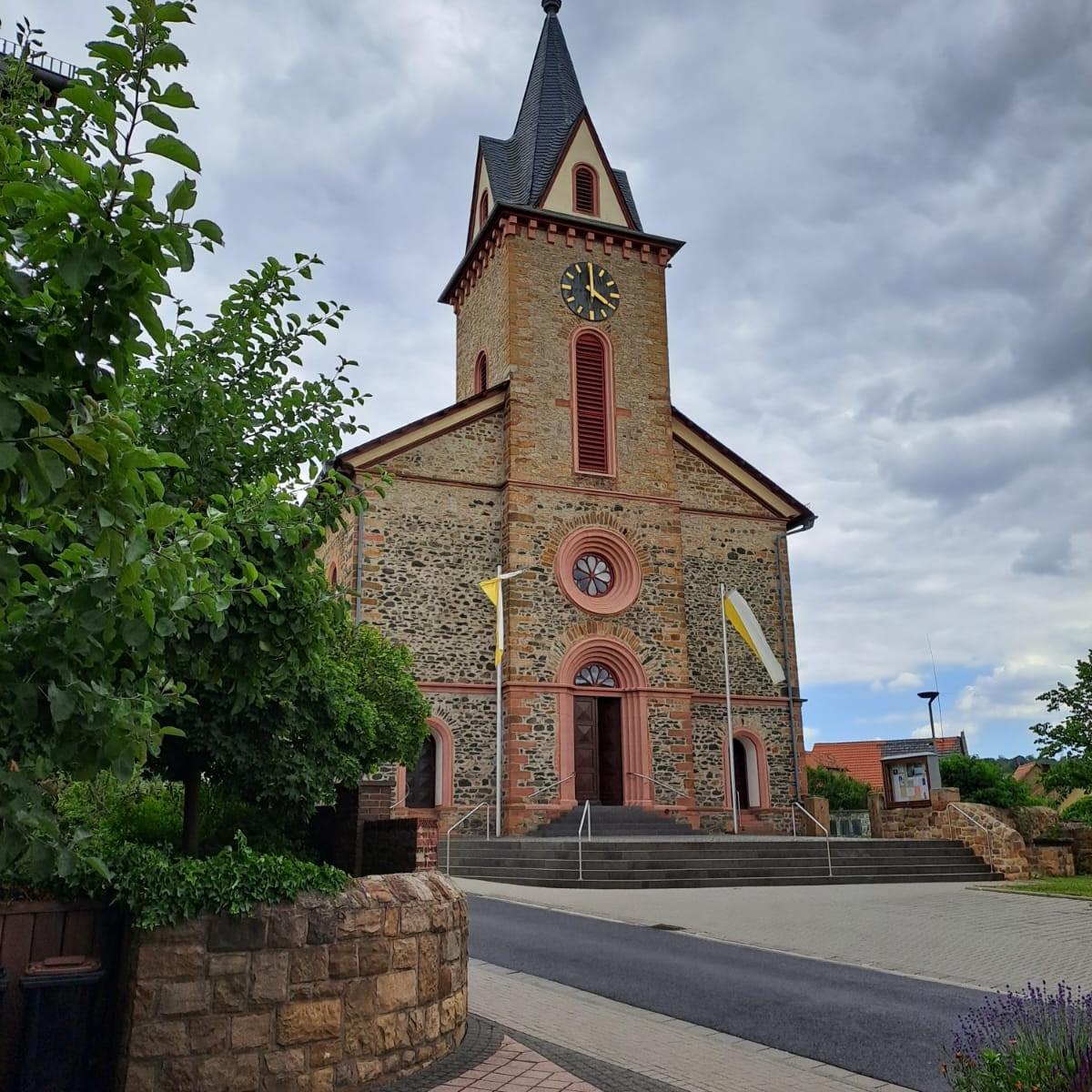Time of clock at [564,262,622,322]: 4:00
